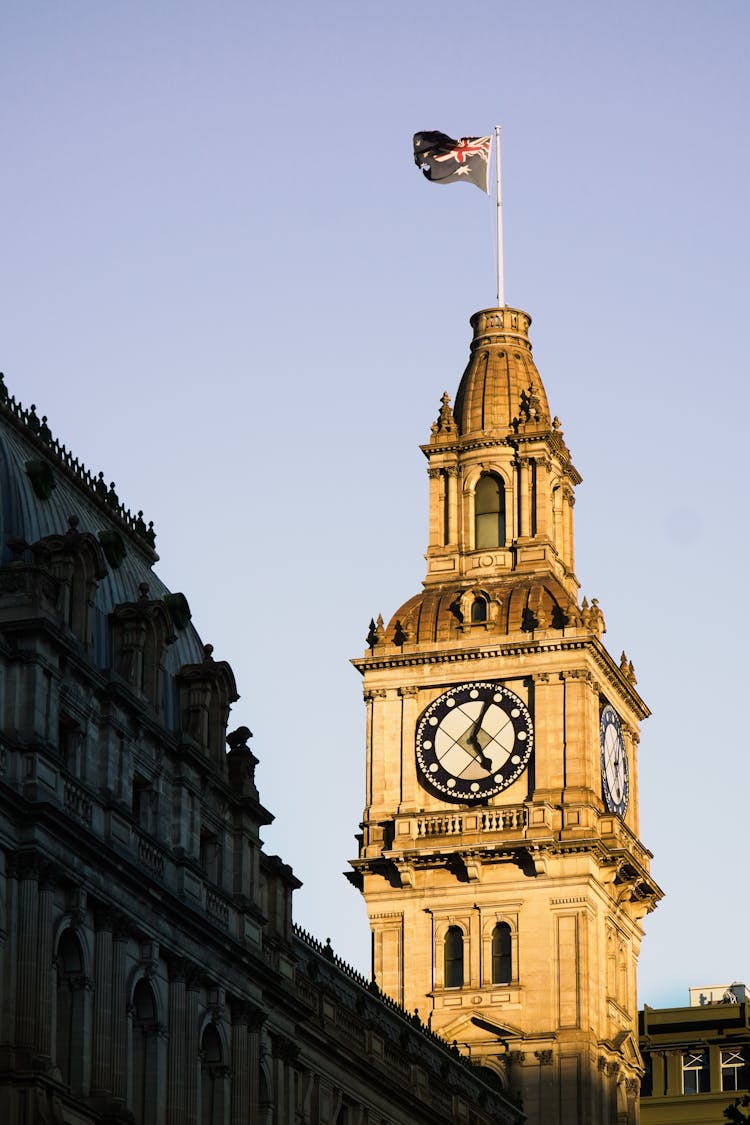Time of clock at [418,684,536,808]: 5:03
